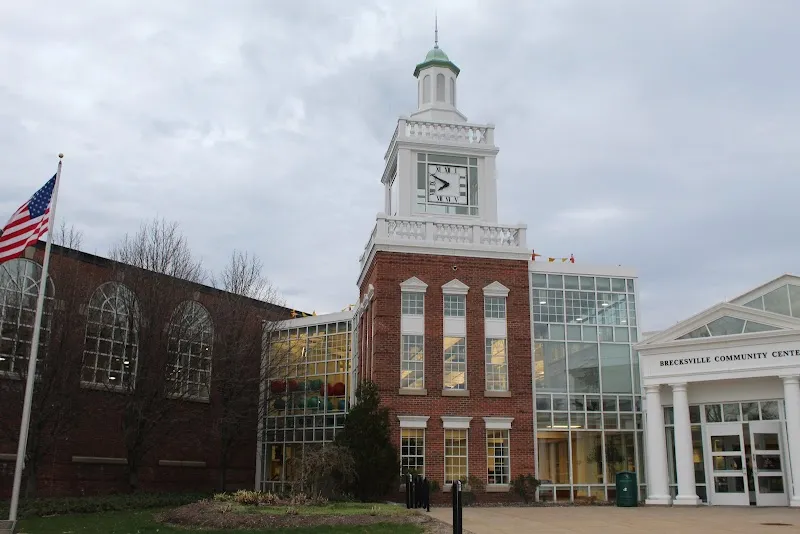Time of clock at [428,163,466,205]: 7:49
